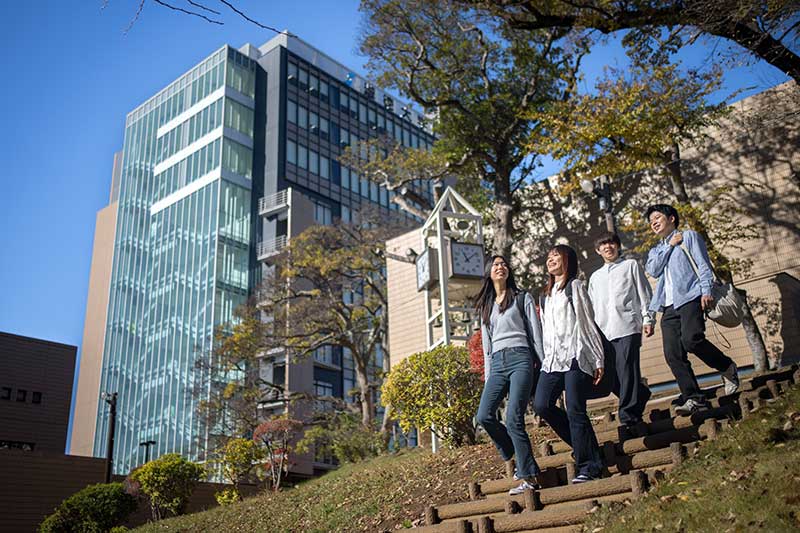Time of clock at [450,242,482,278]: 11:08
